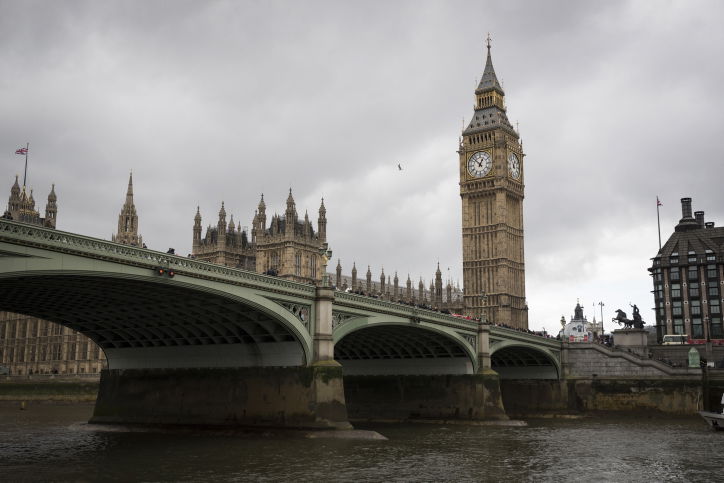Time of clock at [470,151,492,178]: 12:52
